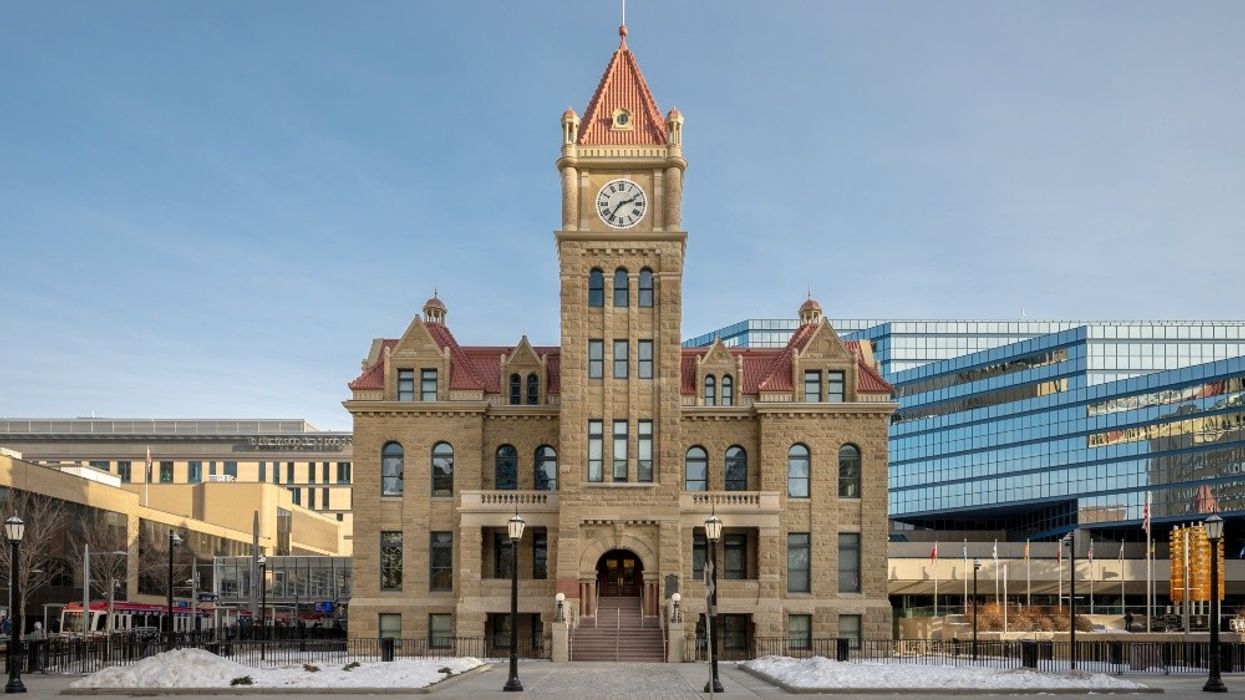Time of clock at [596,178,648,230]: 2:36
